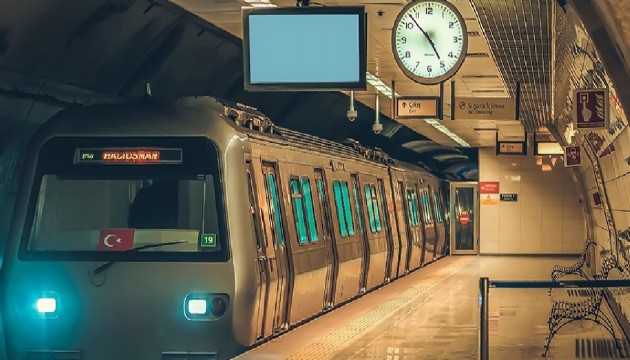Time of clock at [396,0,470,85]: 4:52
